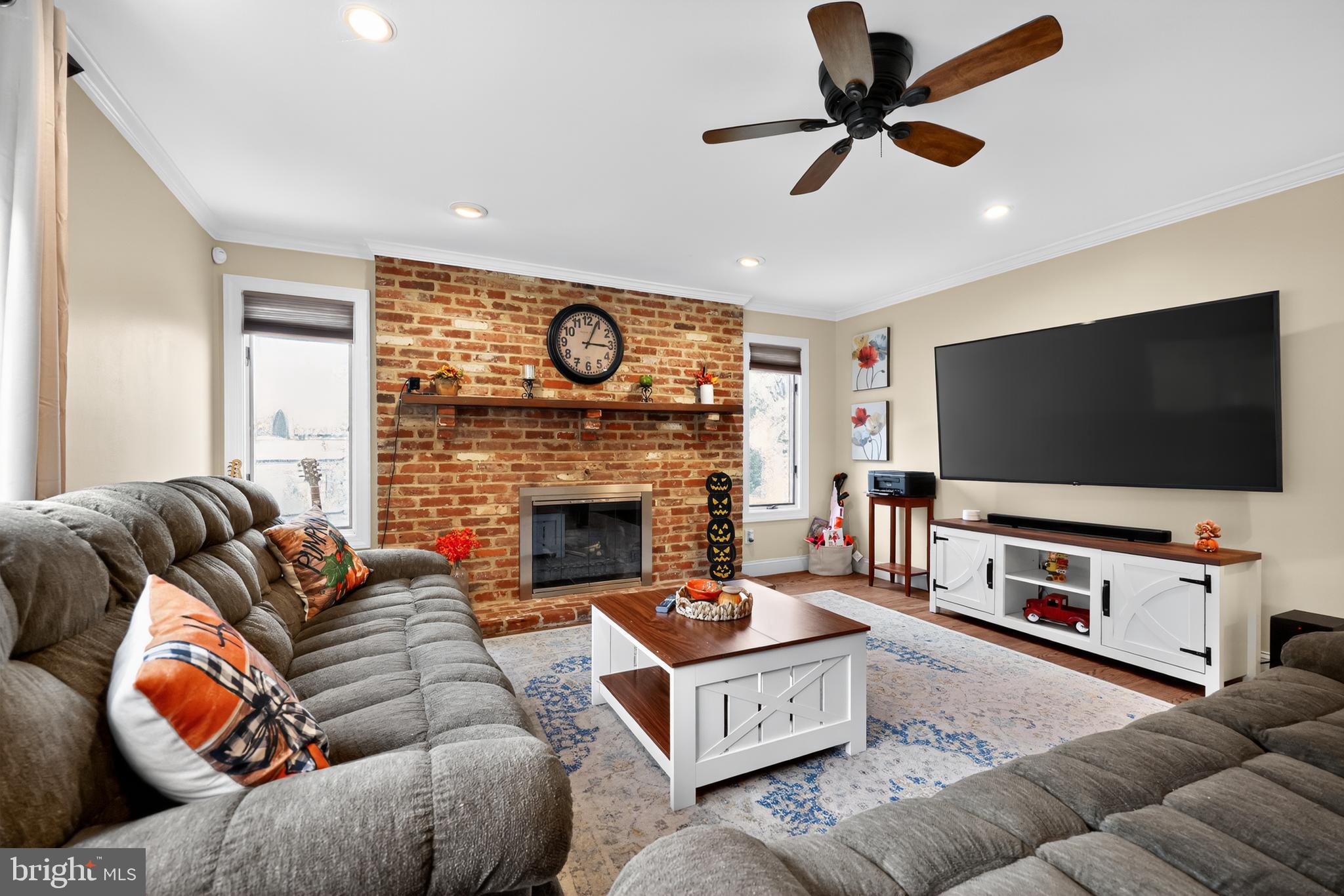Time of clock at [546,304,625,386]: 3:04
